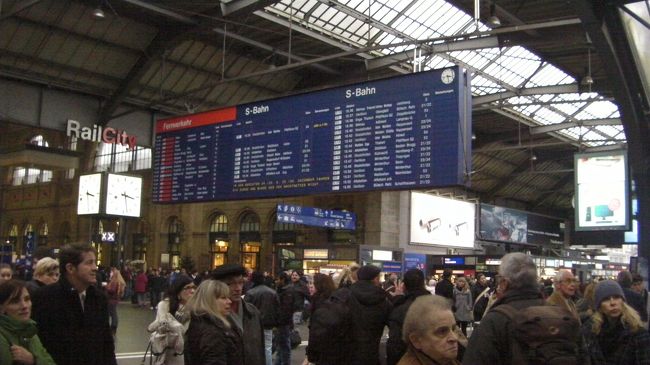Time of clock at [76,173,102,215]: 3:17
